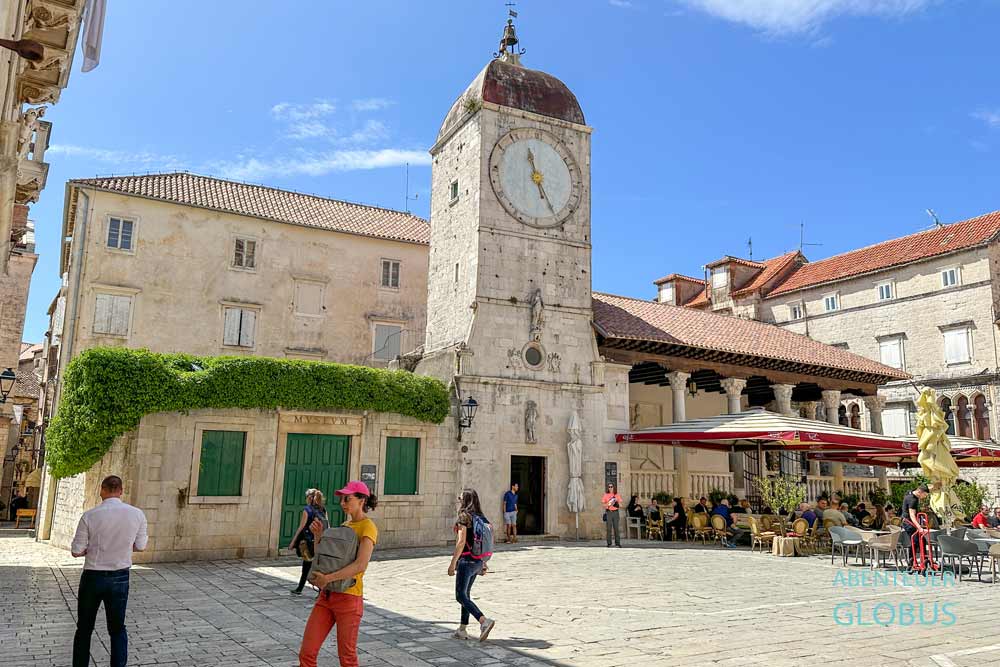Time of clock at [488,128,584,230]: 11:25
